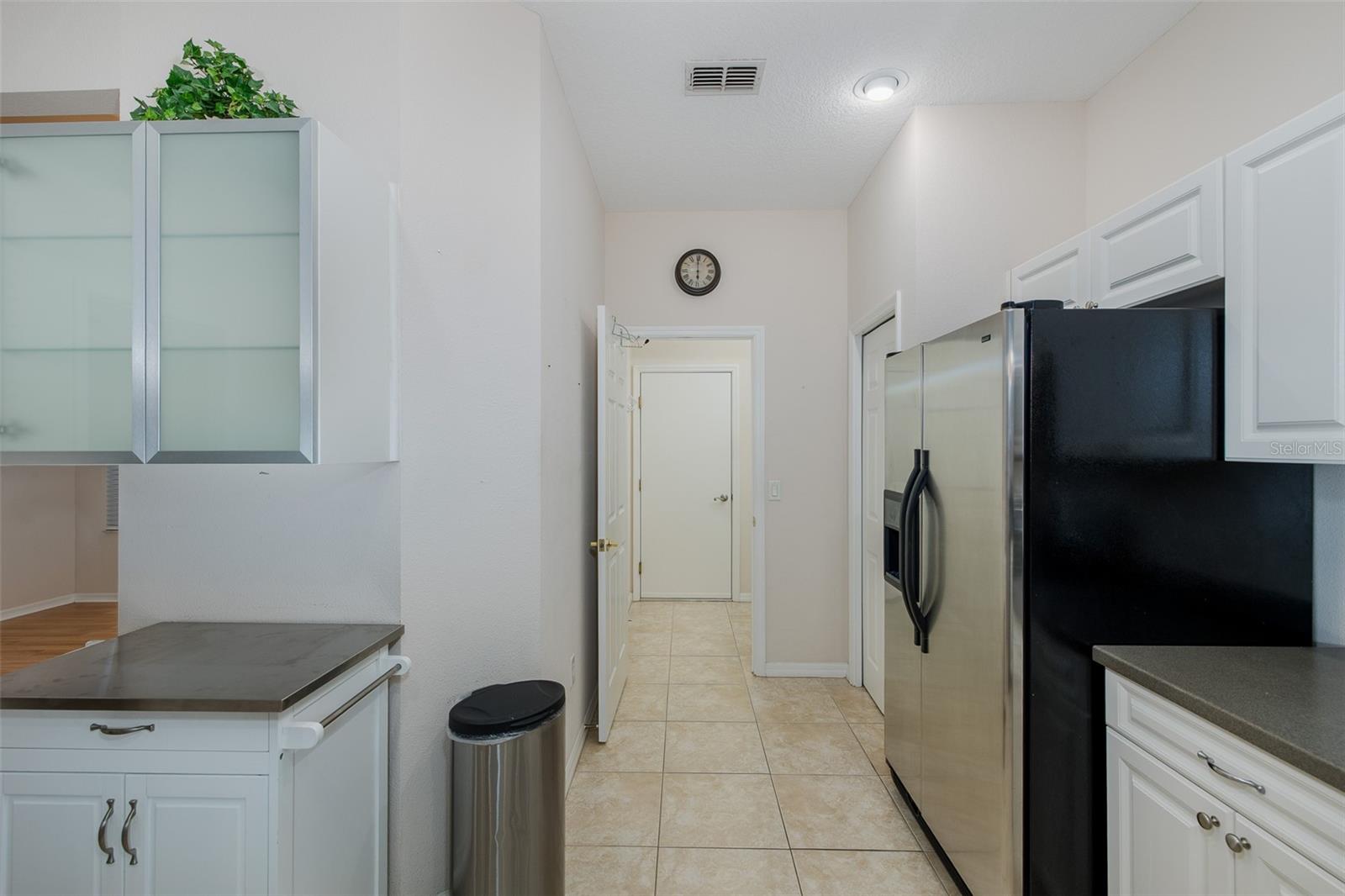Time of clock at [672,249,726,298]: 5:59
